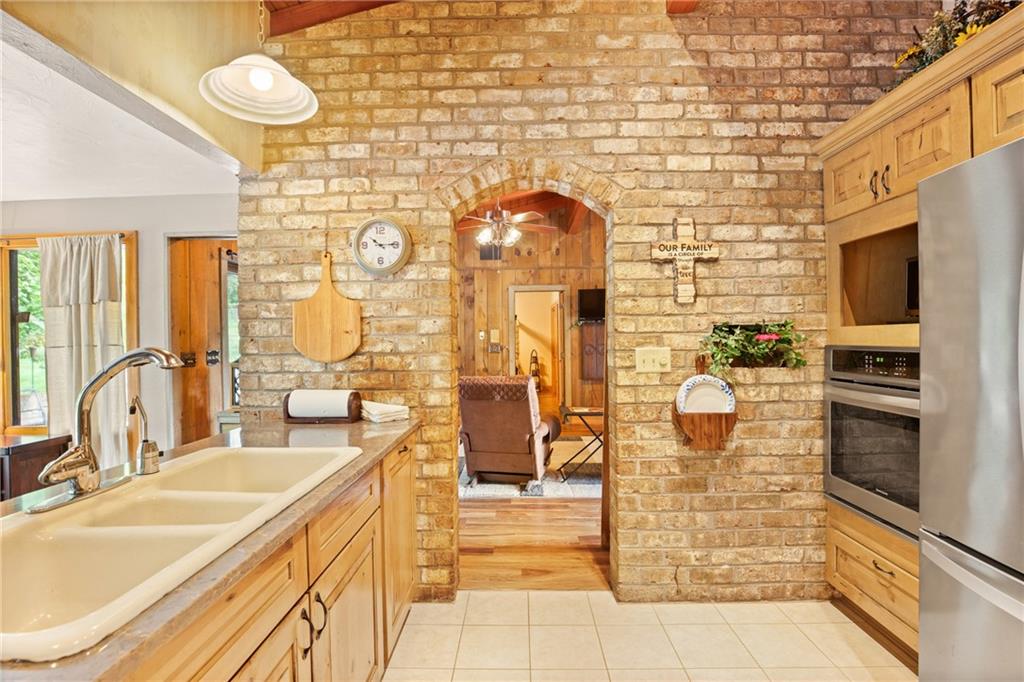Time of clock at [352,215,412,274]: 10:14
